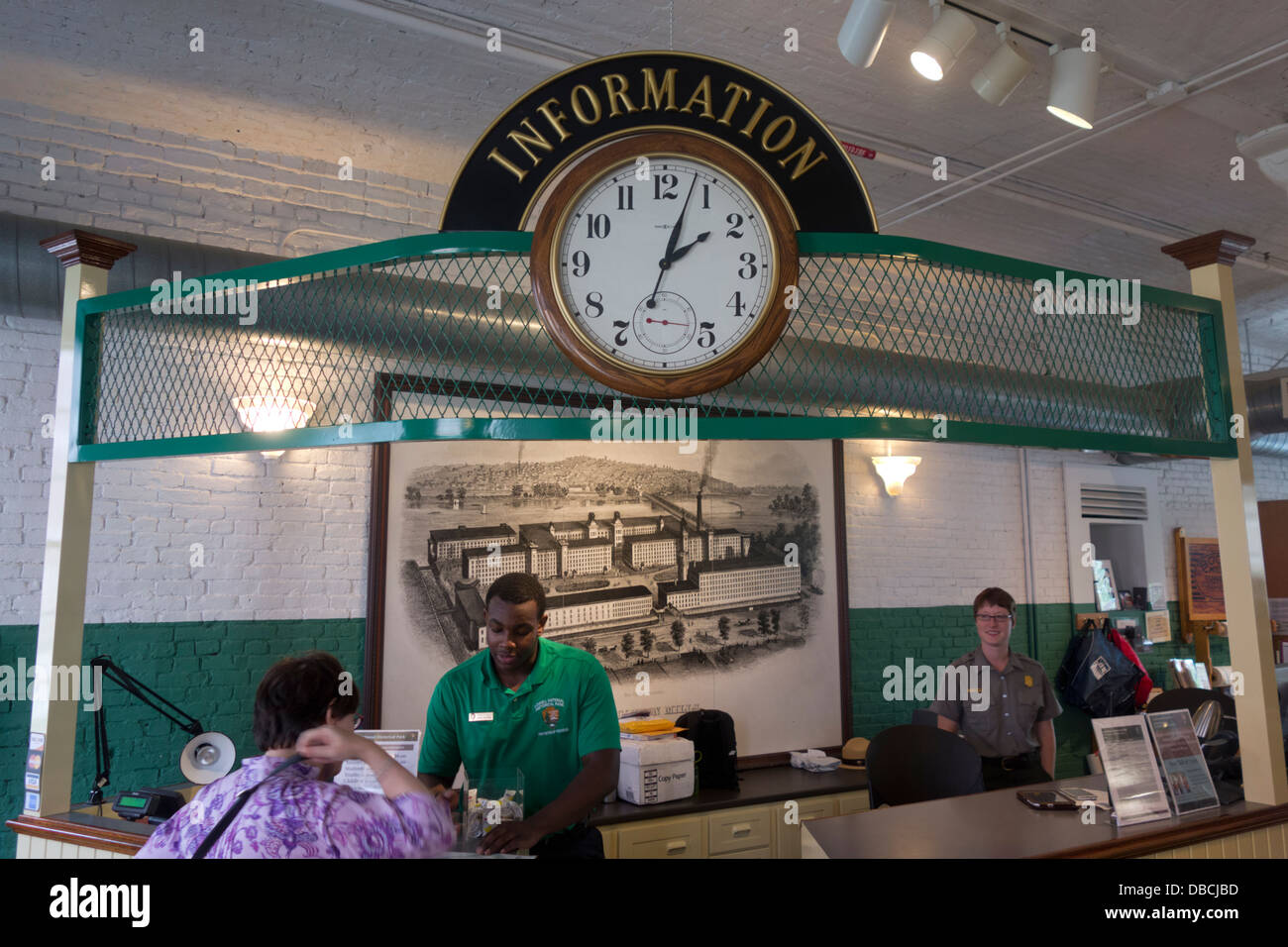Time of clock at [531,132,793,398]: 2:03
